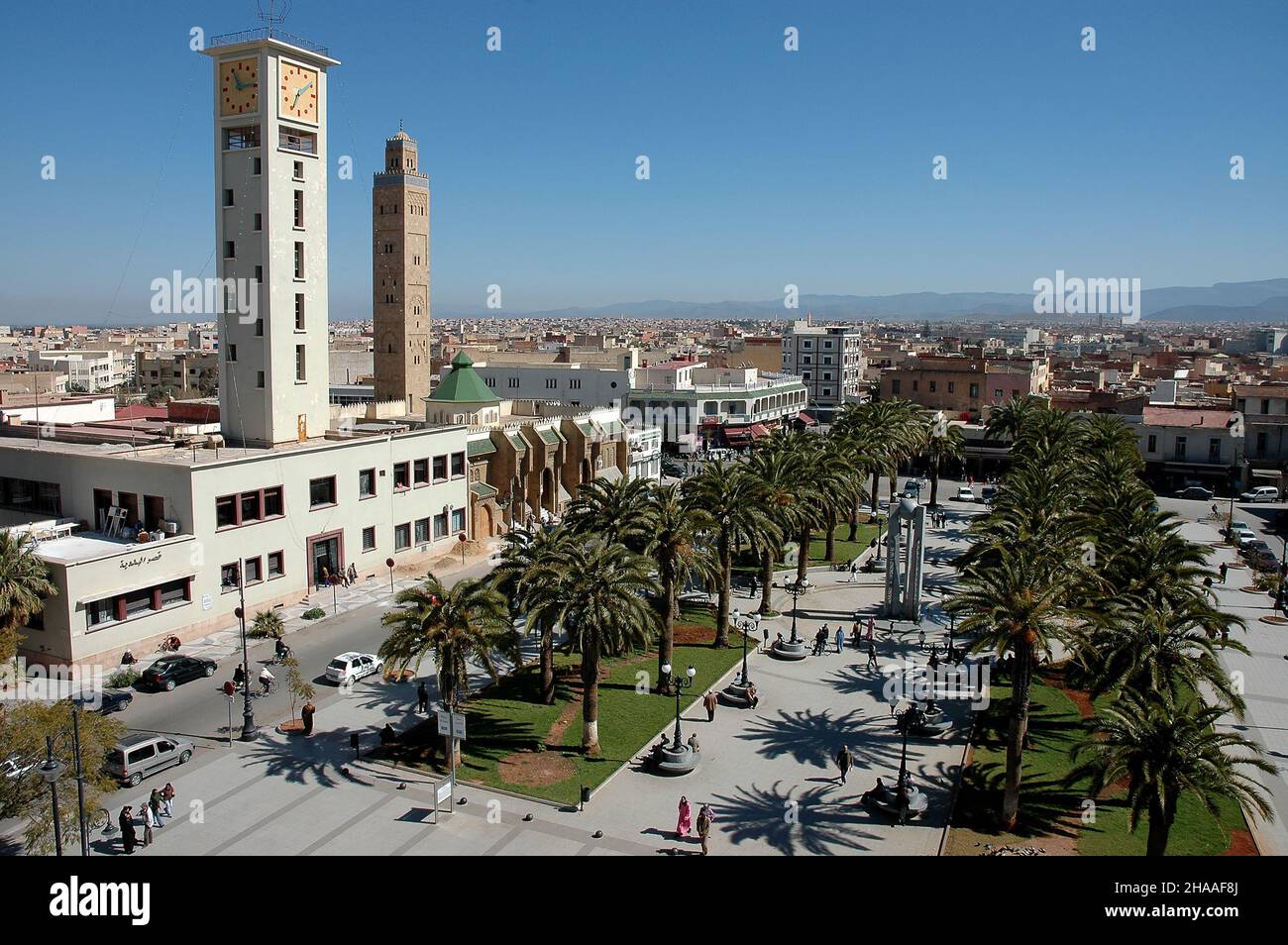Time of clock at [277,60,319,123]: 1:34
